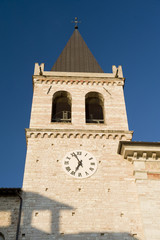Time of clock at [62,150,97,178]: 6:56
